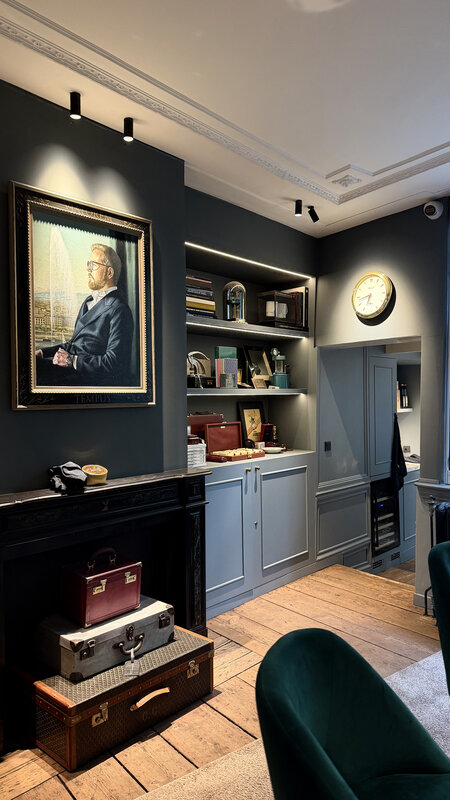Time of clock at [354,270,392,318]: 6:43
